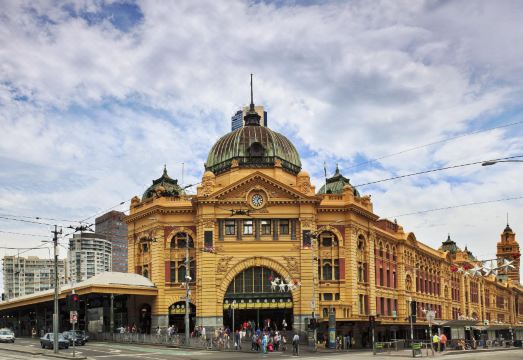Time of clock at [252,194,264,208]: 1:26
